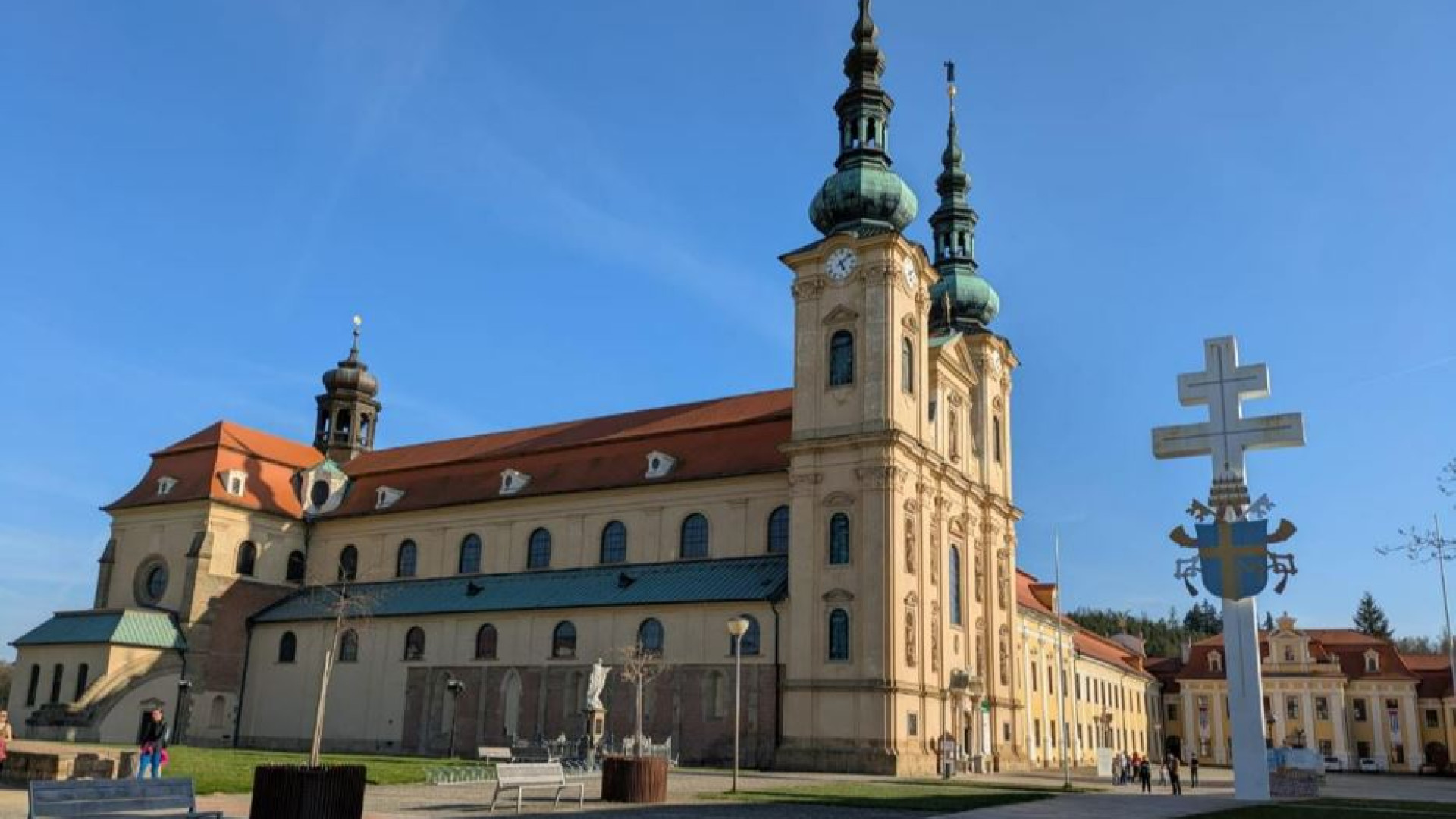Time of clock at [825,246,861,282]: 5:07
